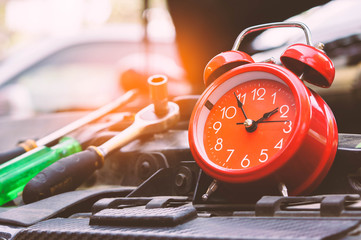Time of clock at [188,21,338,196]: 1:54
